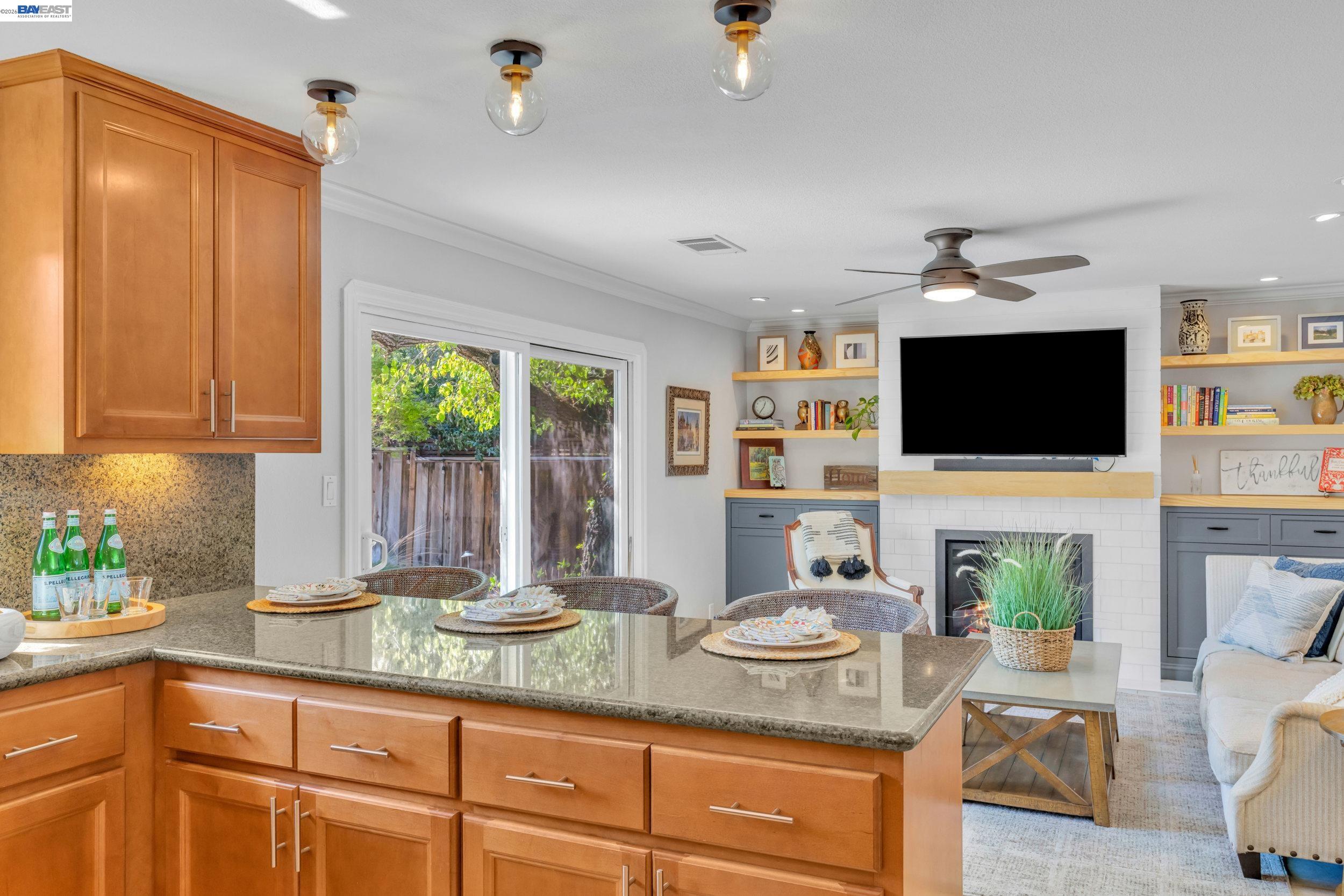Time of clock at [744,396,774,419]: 12:35
